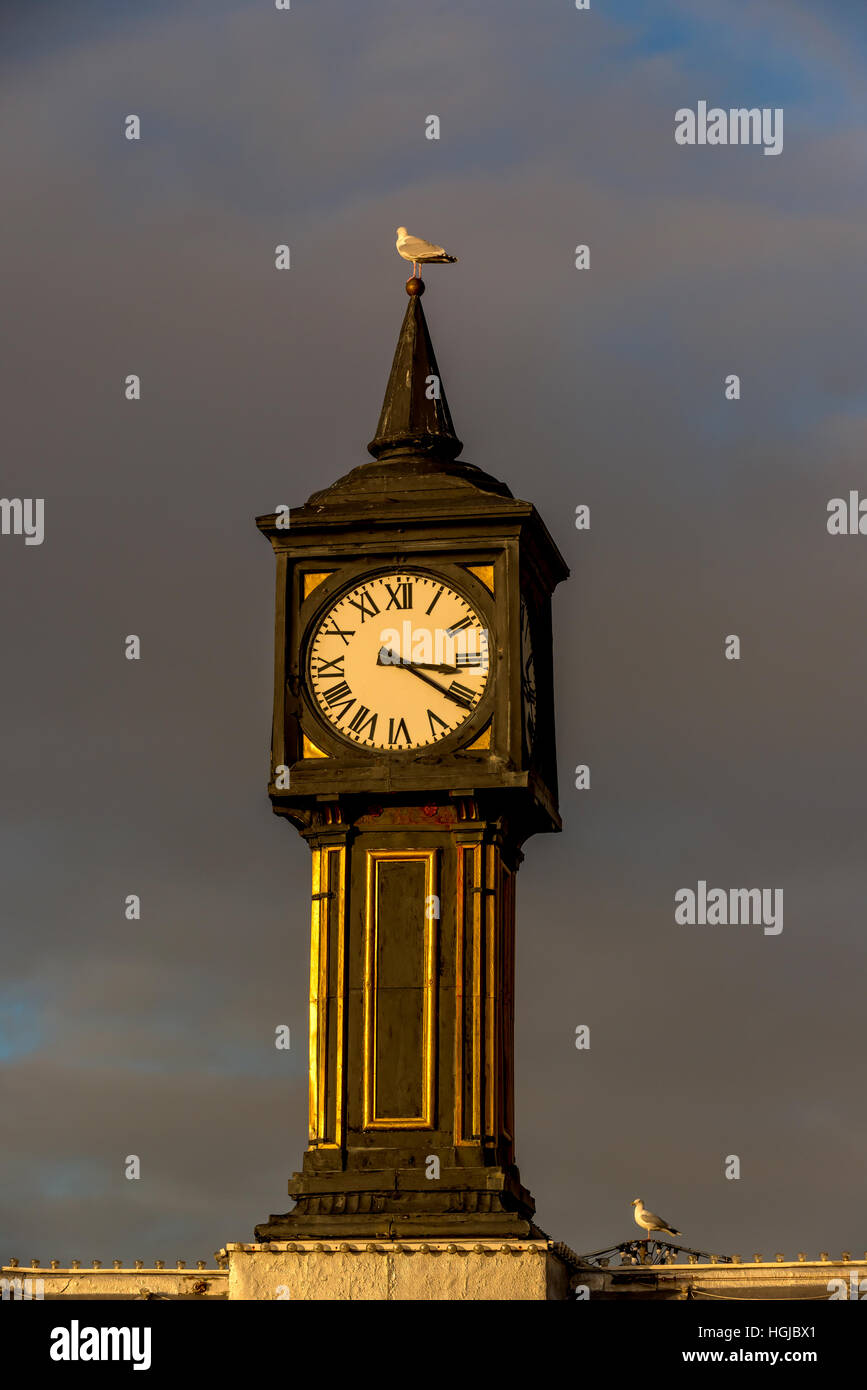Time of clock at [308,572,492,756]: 3:20
